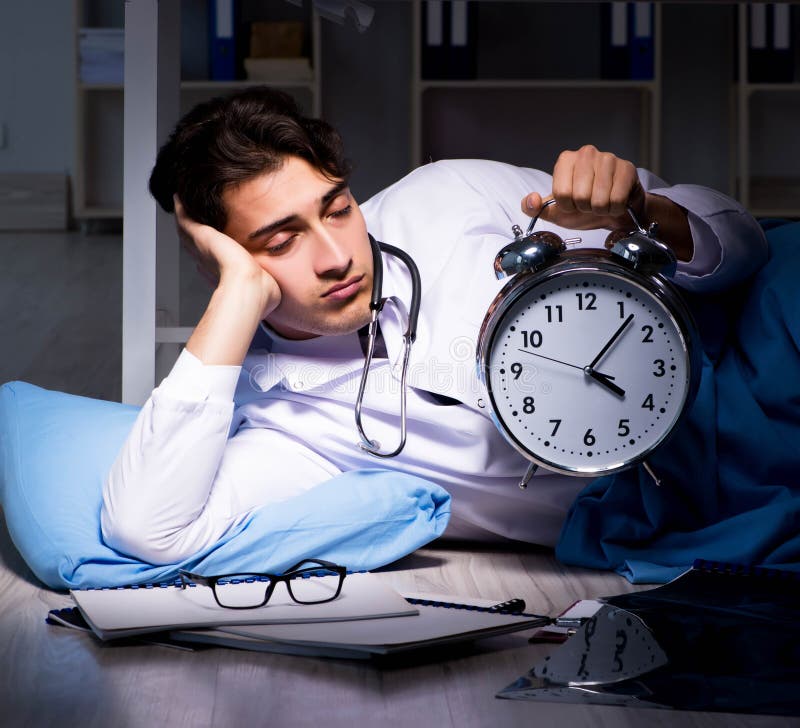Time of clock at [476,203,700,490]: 4:06
